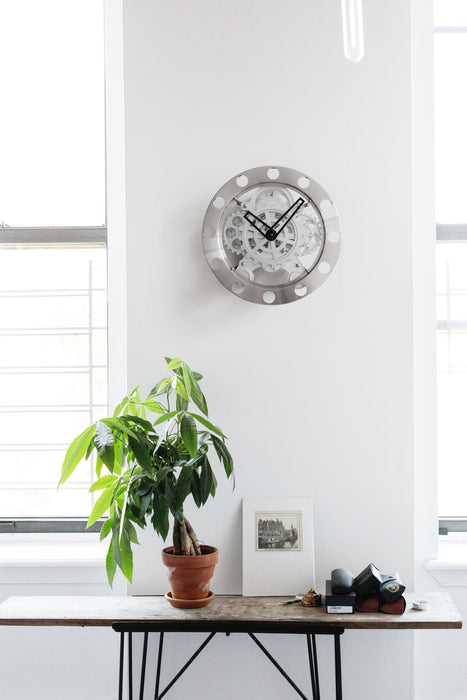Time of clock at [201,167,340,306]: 10:07
